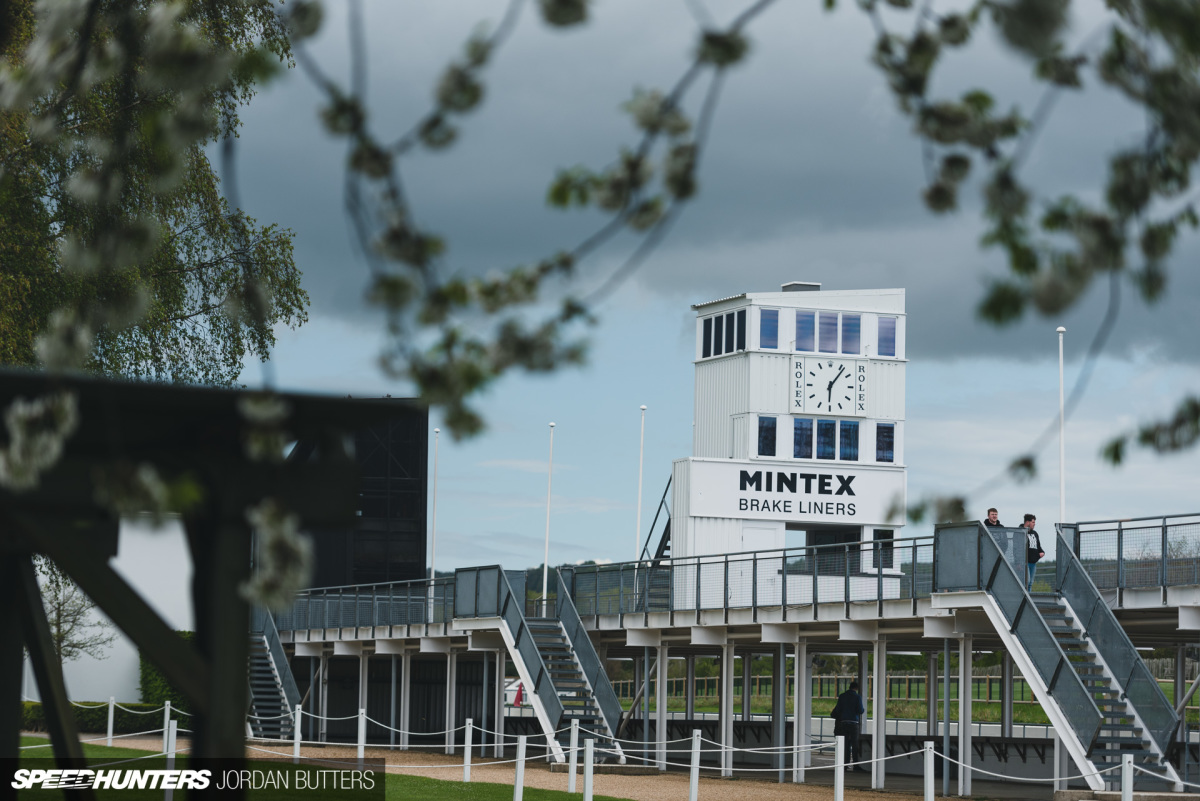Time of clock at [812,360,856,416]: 6:06
